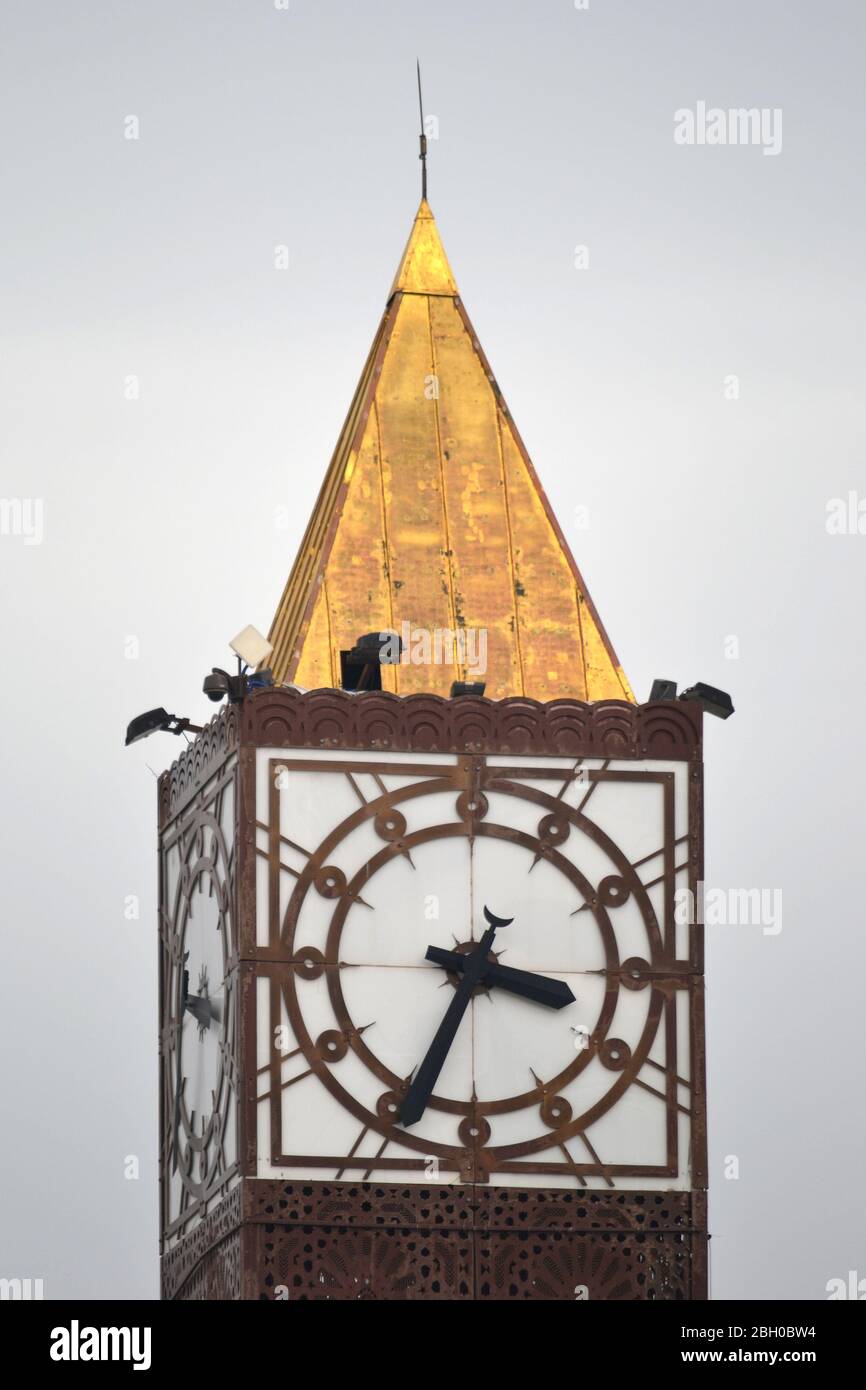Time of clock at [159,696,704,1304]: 3:34
